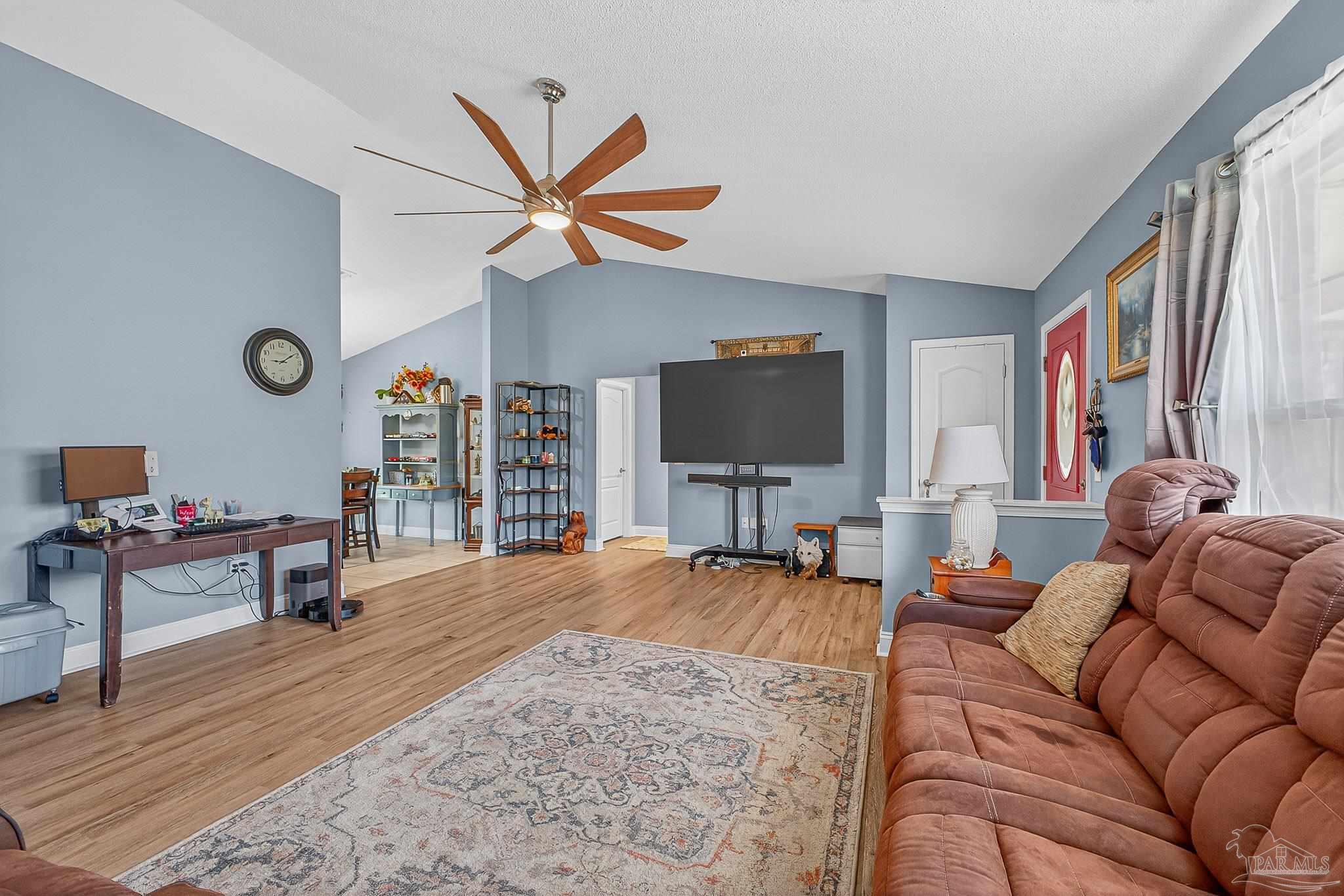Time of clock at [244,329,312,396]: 9:09
